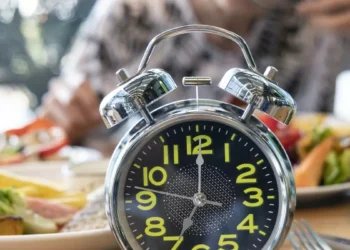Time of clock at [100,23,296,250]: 7:00
